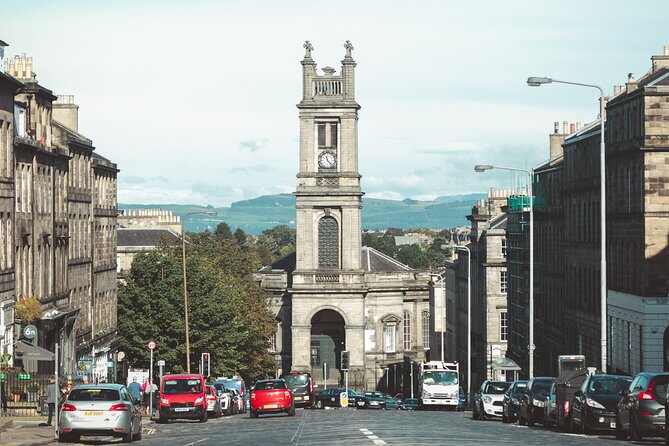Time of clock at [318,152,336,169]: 11:22
